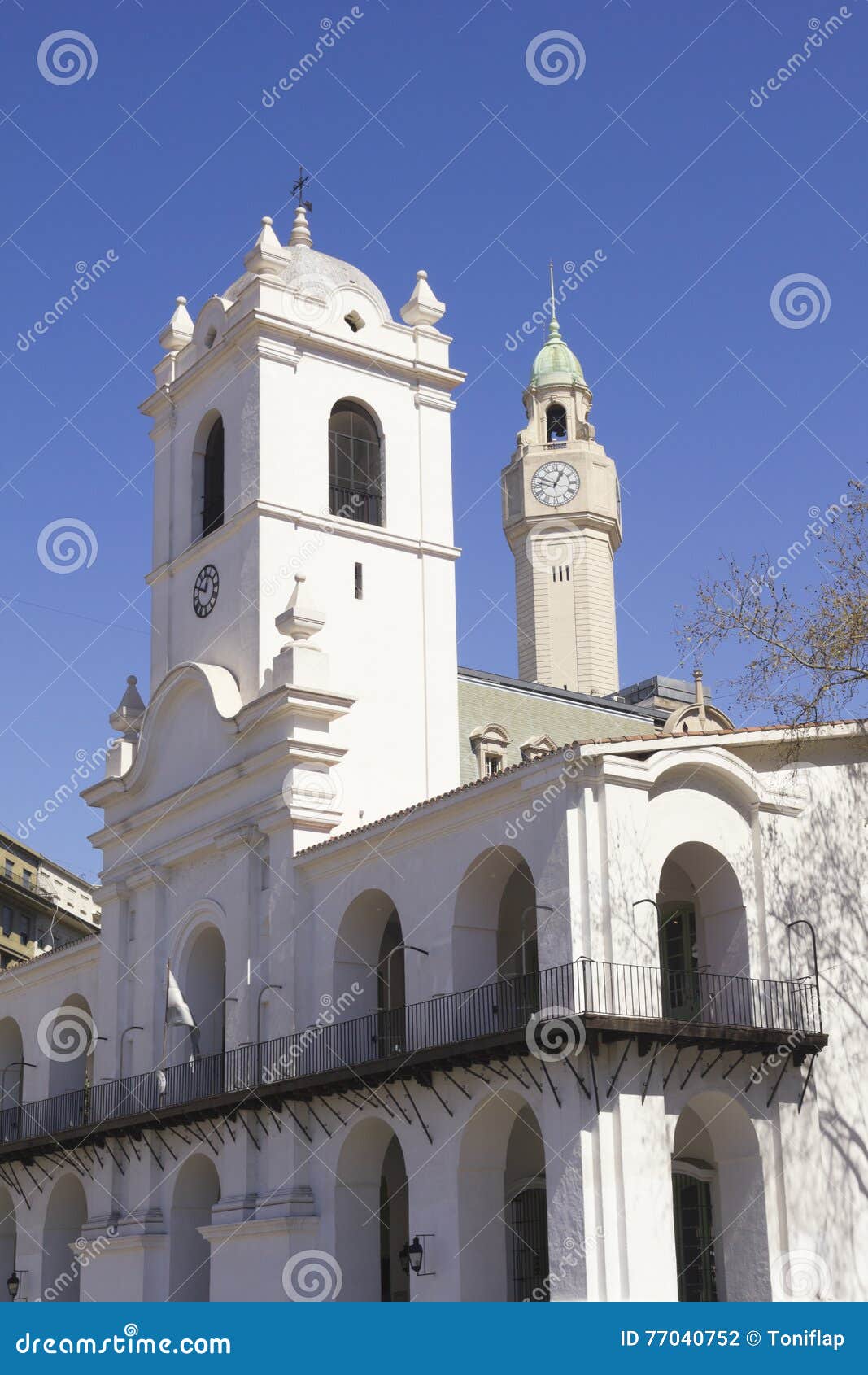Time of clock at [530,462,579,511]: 12:49
